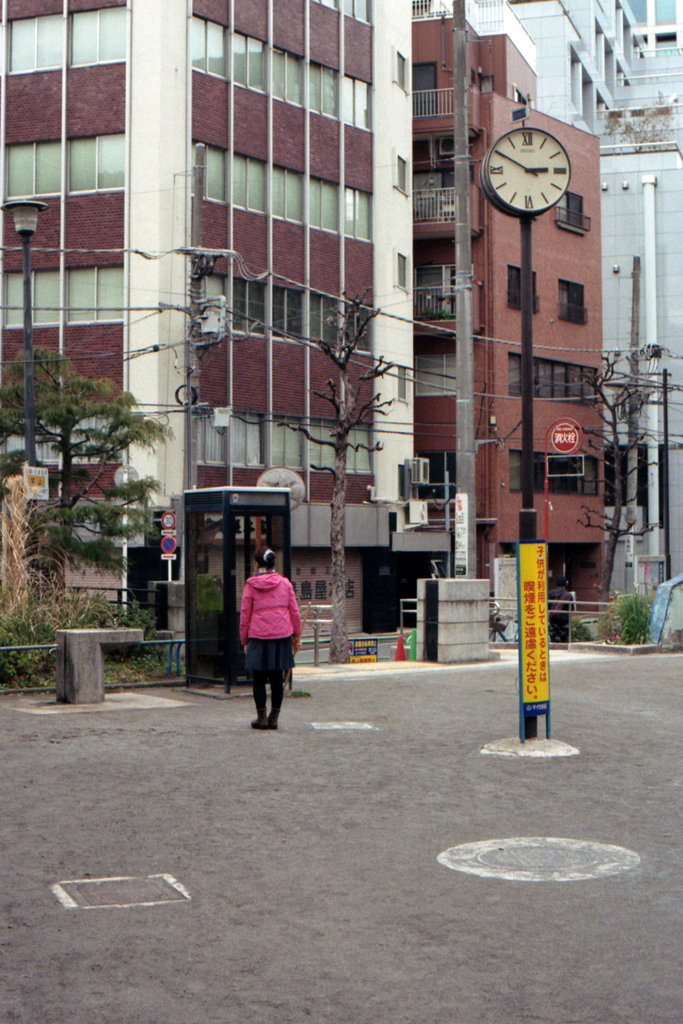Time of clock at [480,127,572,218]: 2:49
